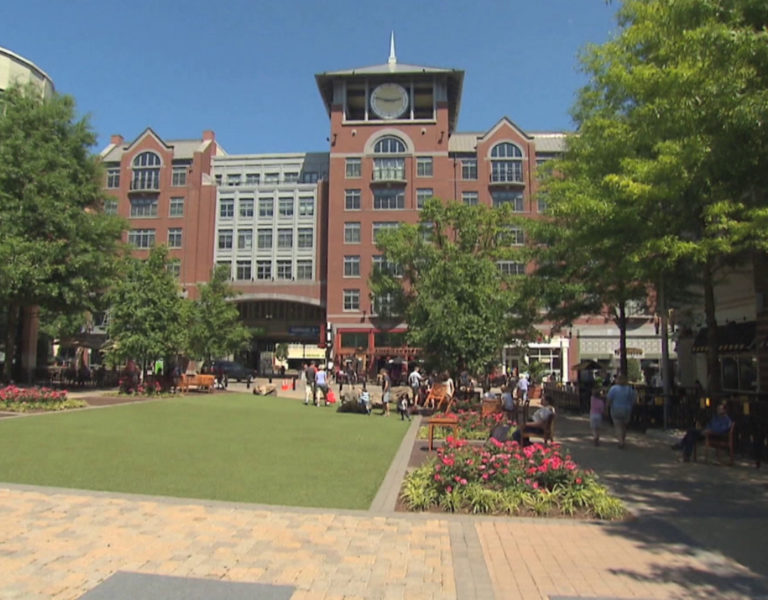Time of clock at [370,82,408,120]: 2:47
